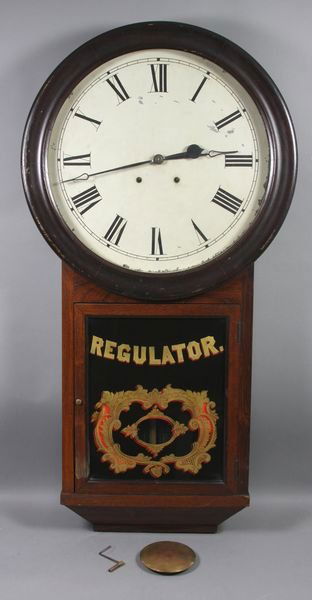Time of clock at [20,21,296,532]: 2:42
